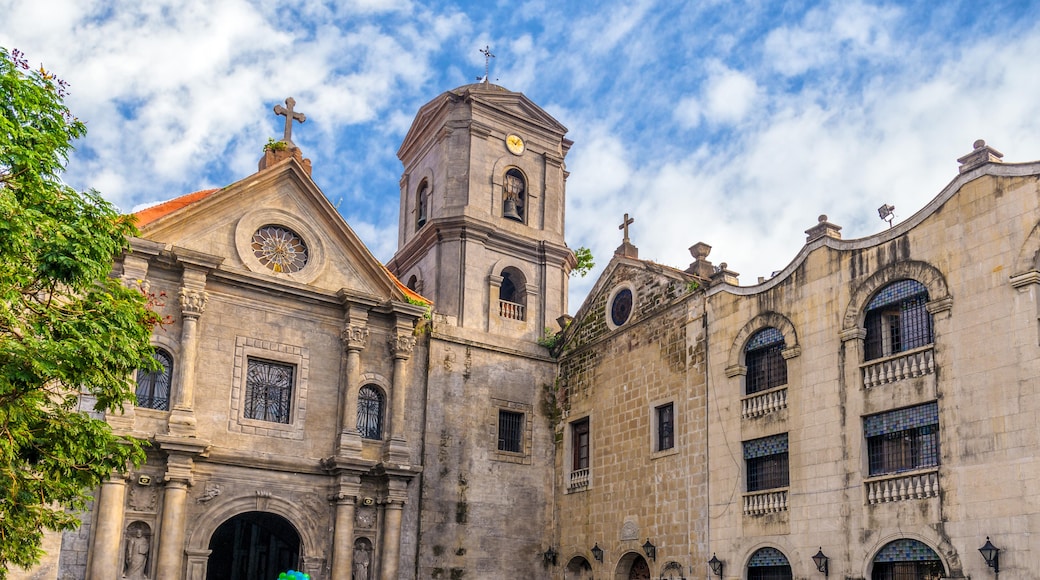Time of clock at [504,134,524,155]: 10:07
